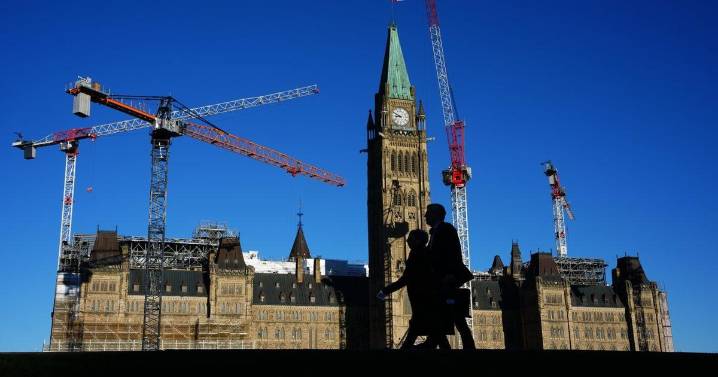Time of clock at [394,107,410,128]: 8:49
